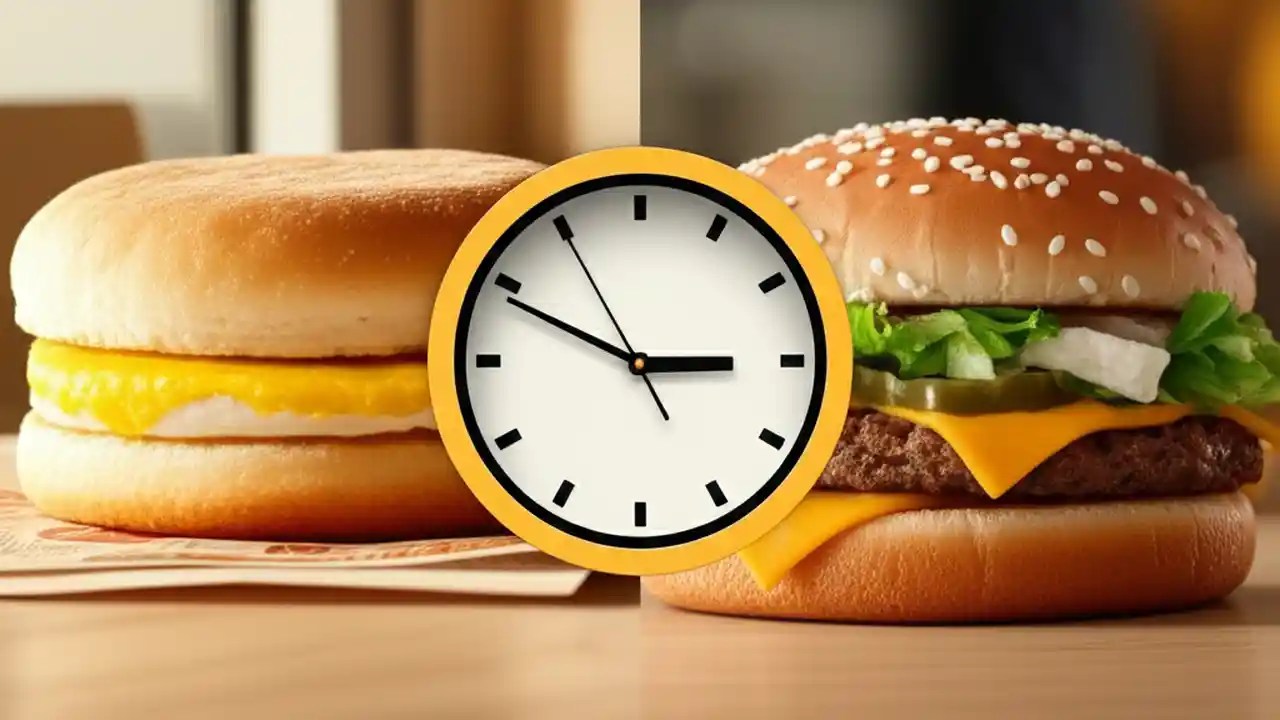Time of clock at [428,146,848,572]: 2:49
